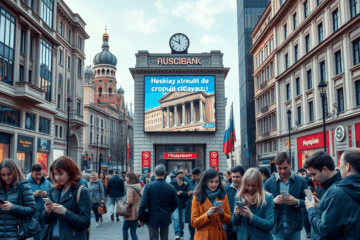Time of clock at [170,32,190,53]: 11:49
